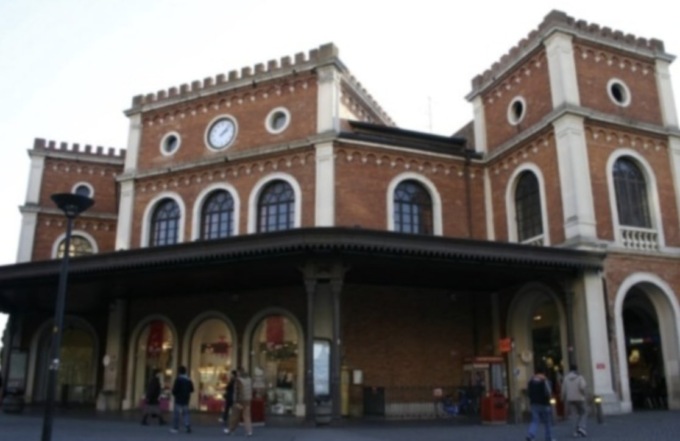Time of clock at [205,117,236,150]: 2:07
